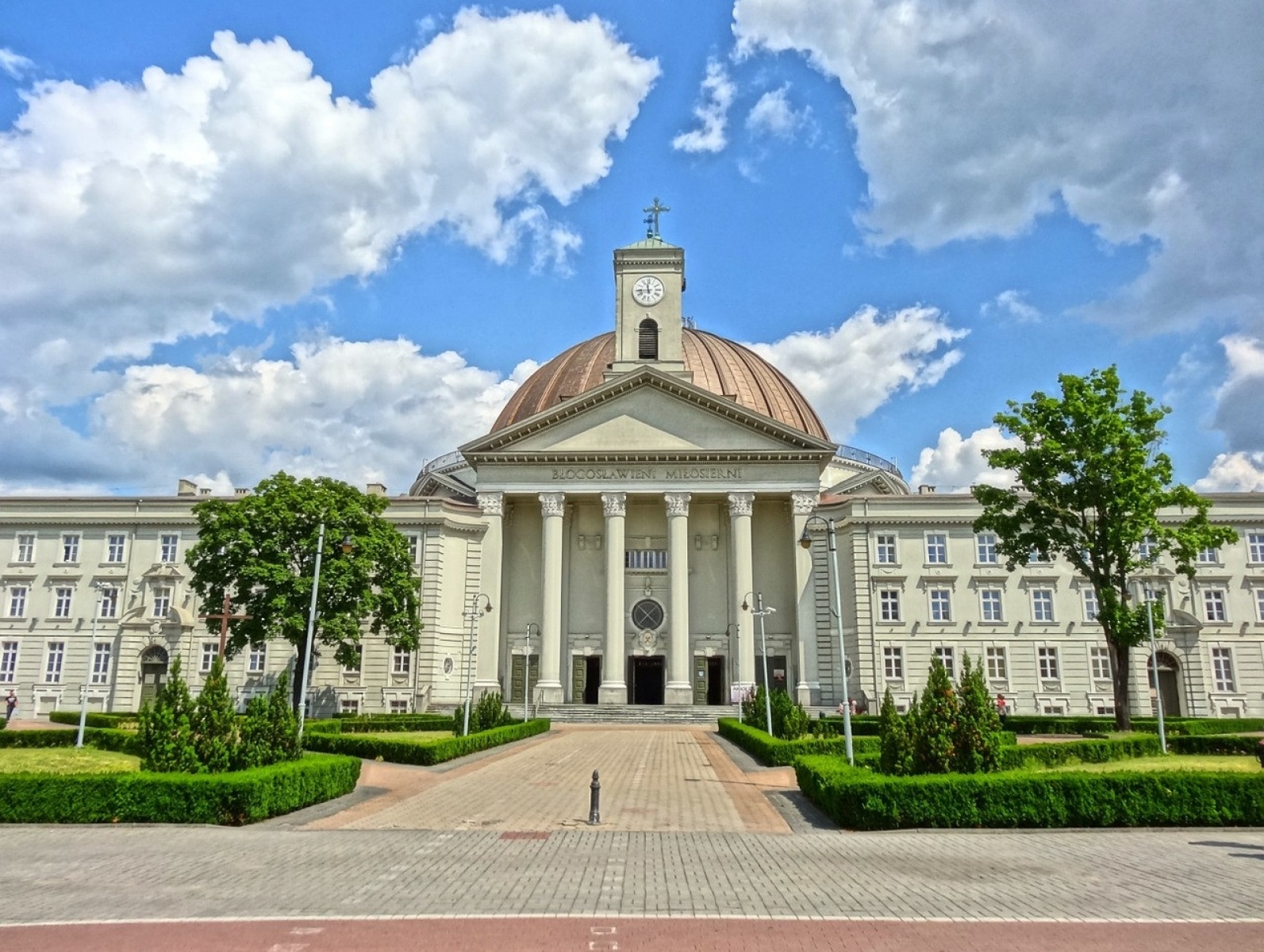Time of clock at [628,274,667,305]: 11:44
